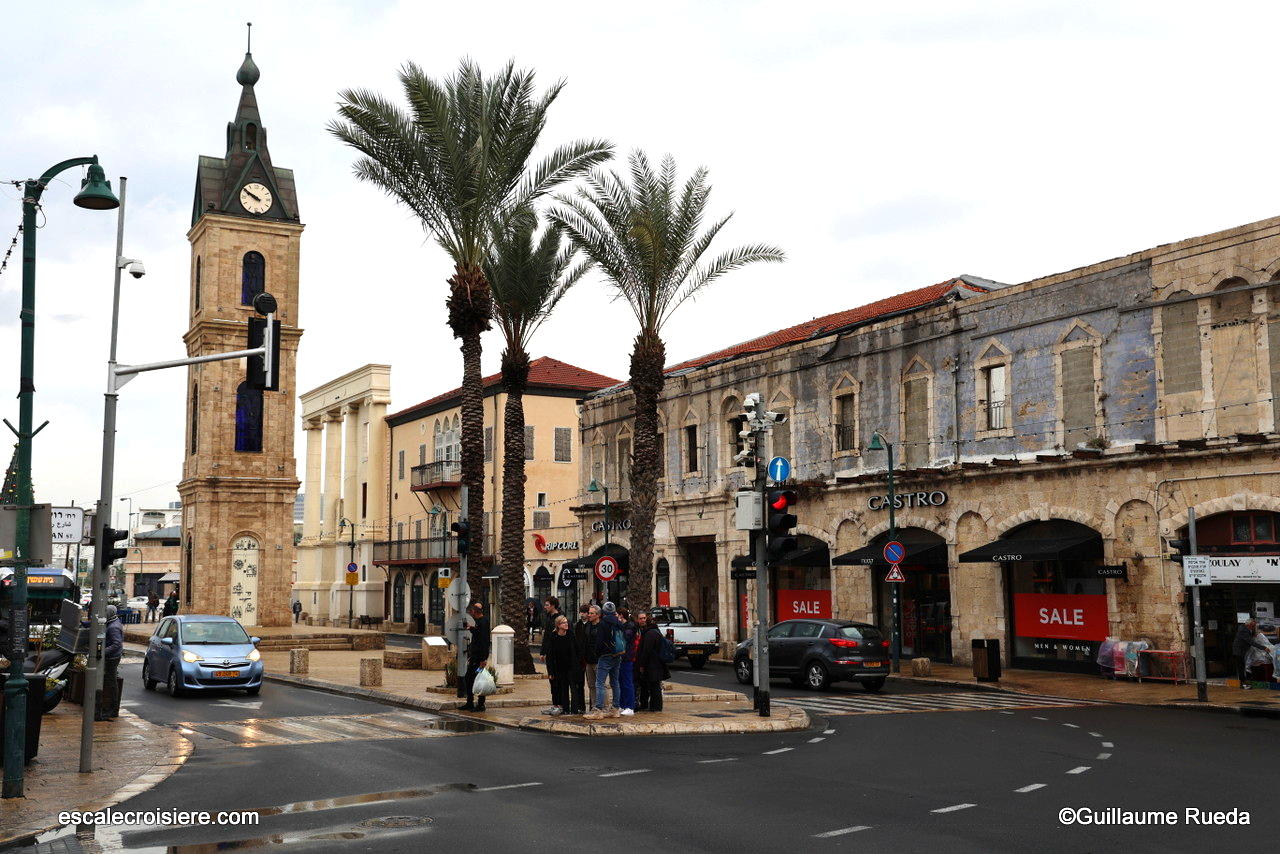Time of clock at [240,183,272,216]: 9:50
